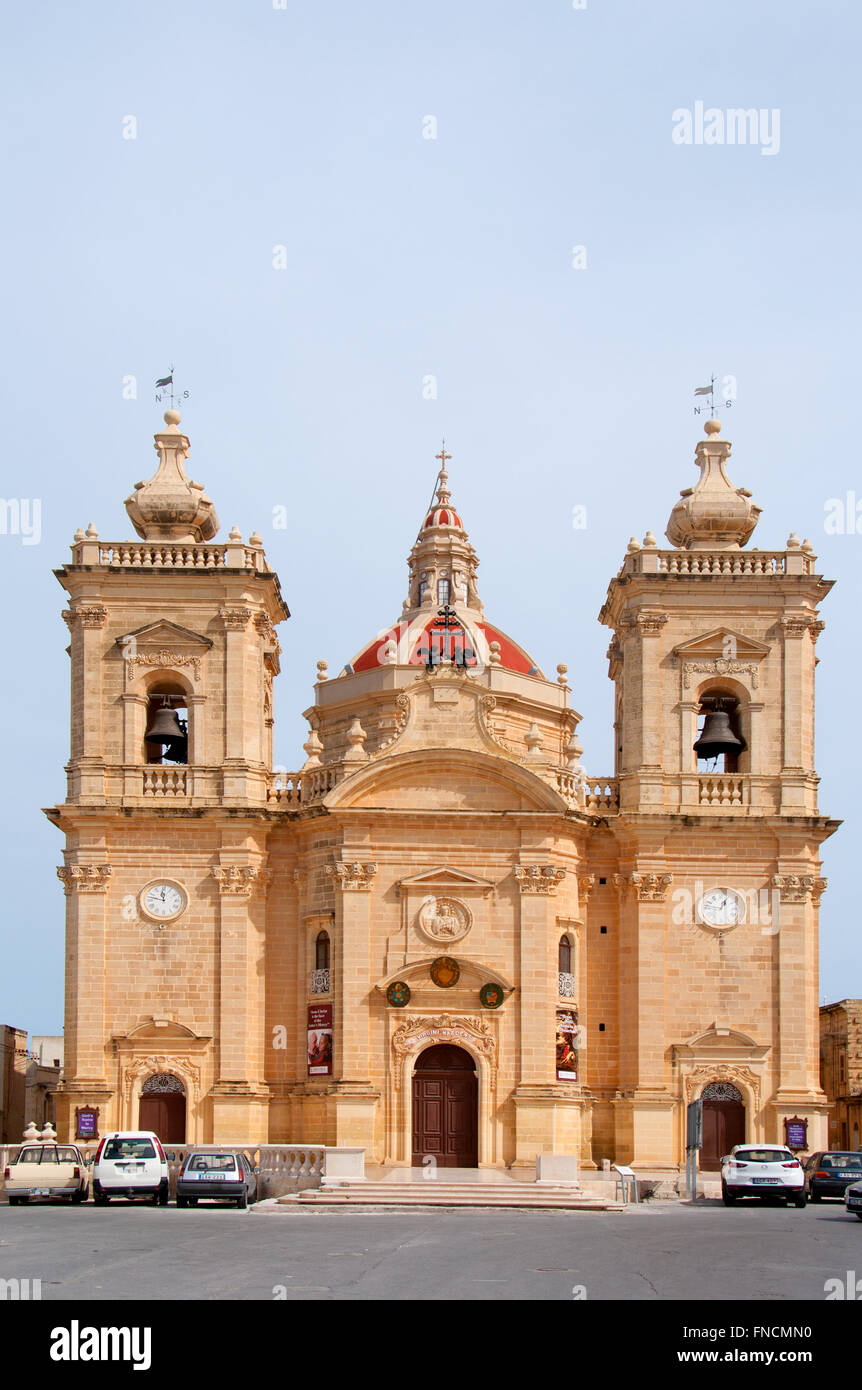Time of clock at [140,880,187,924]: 11:47
